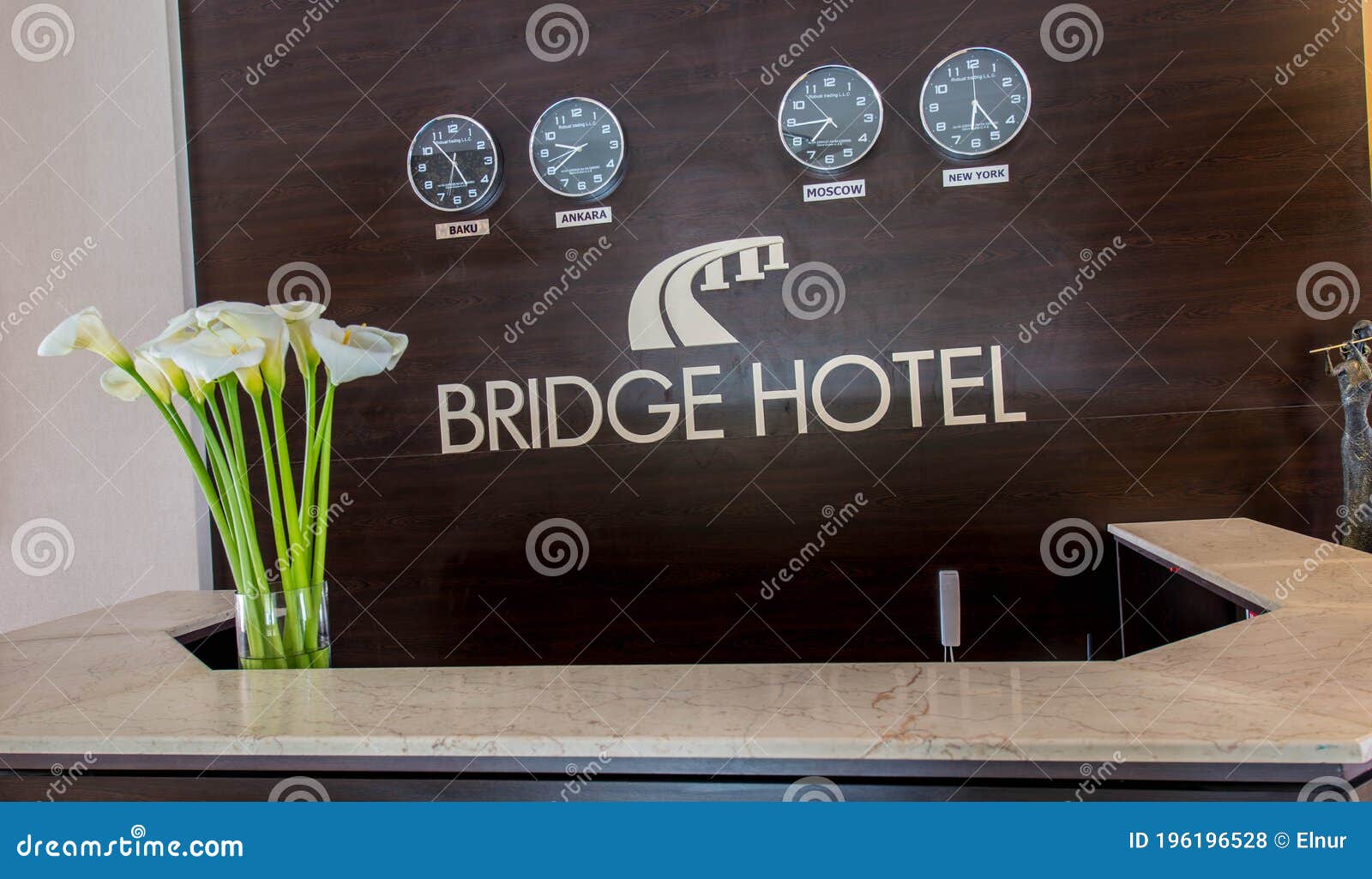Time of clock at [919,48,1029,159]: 6:23
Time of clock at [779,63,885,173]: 8:36
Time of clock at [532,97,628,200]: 9:39
